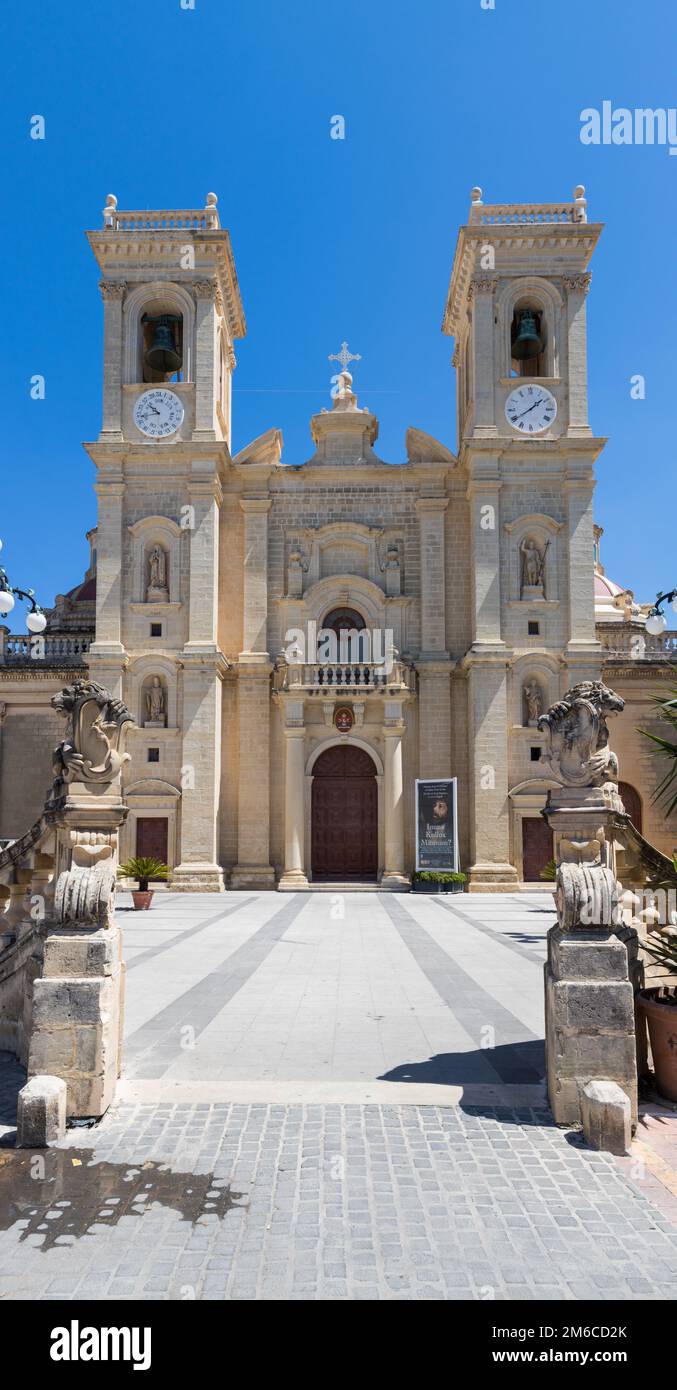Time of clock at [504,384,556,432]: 1:39
